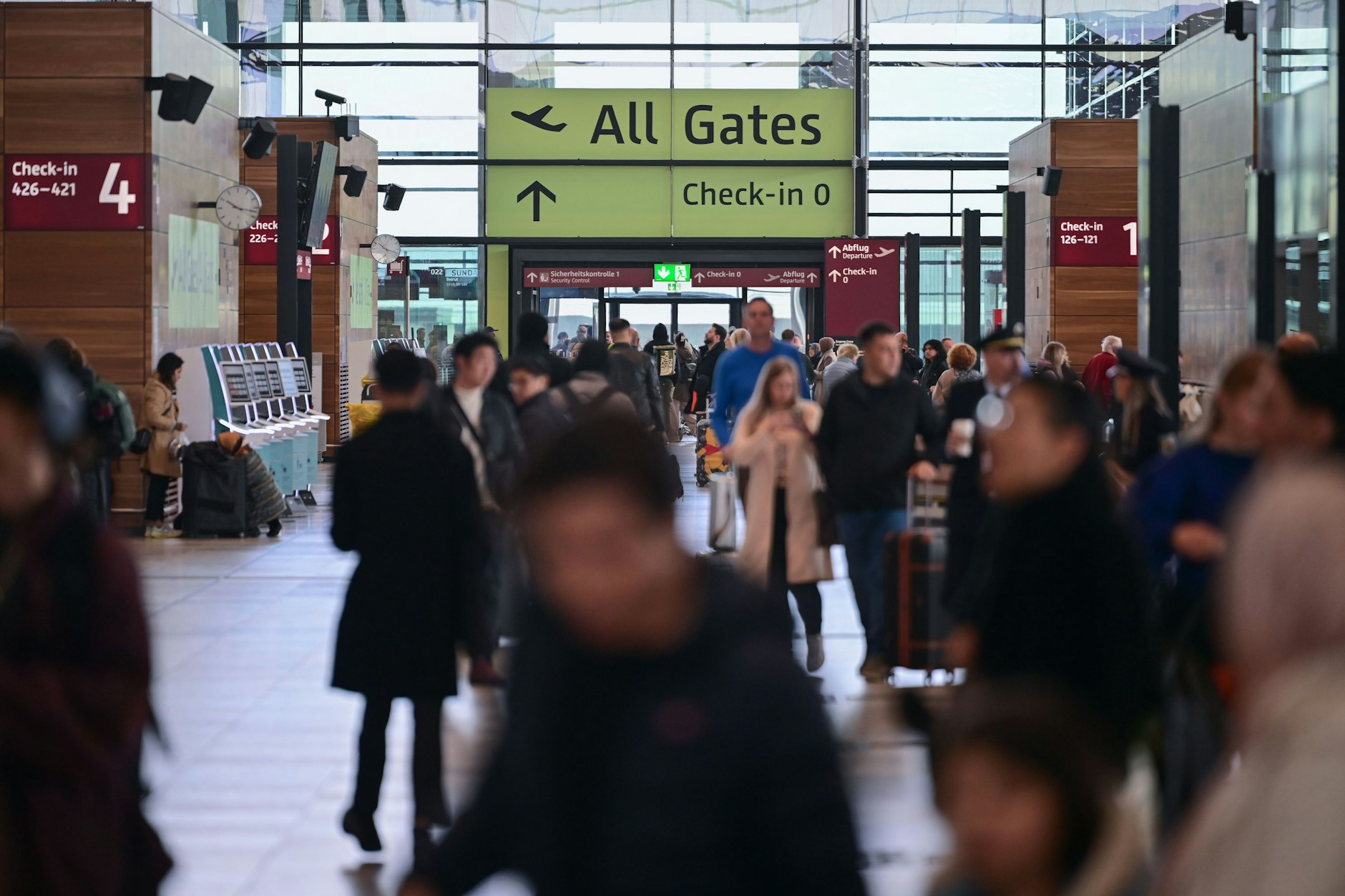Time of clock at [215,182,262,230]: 10:17
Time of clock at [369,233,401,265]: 10:18
